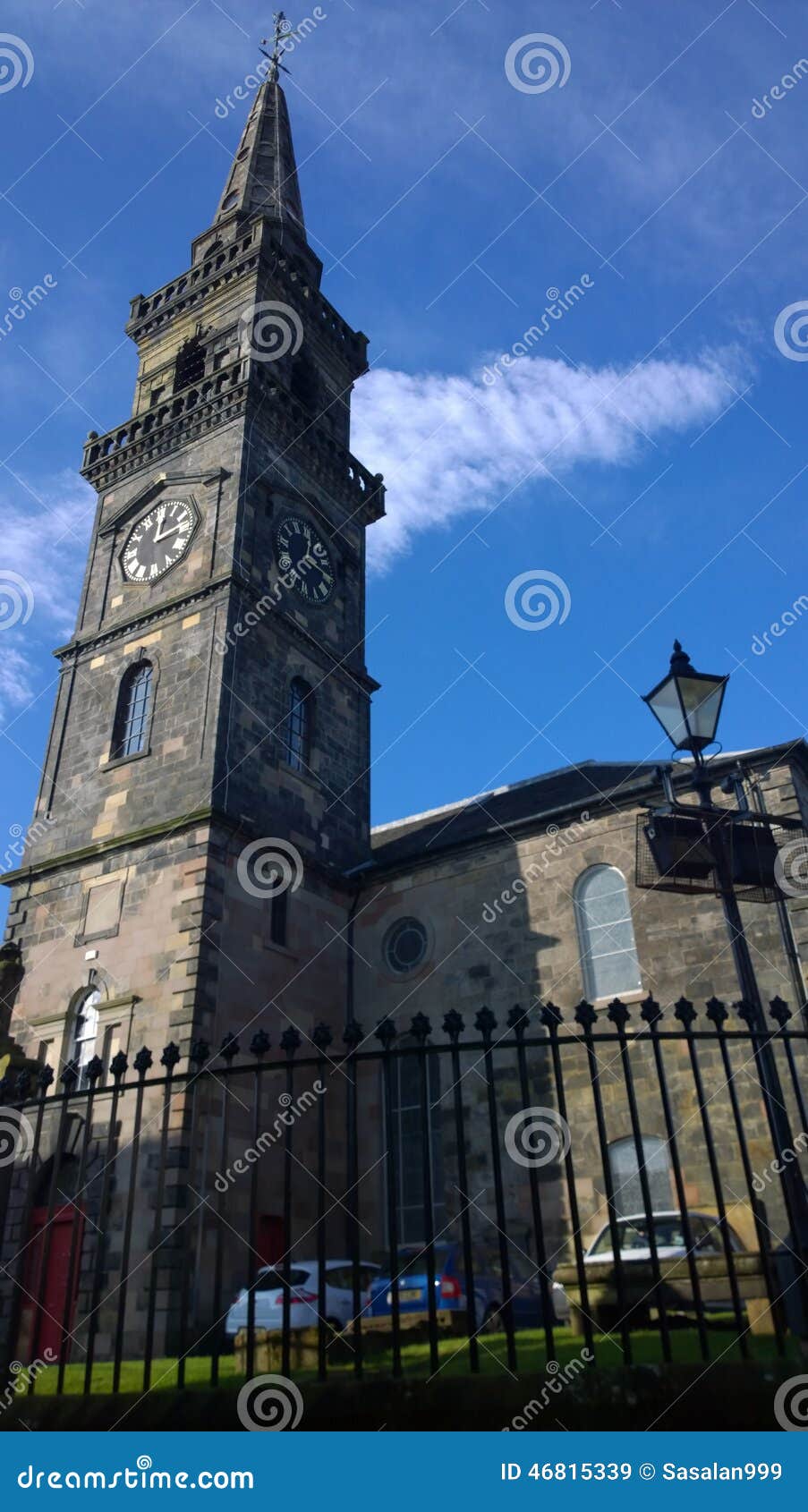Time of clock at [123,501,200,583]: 12:13
